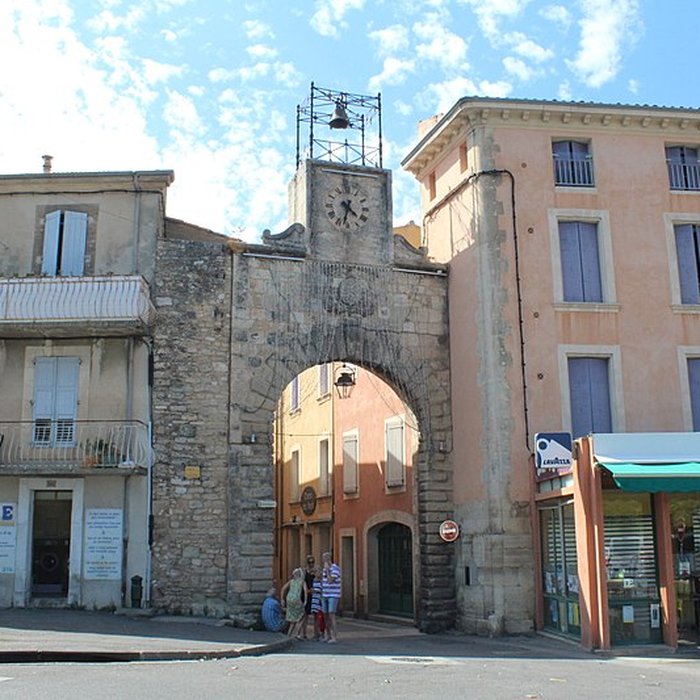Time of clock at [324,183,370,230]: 4:32
